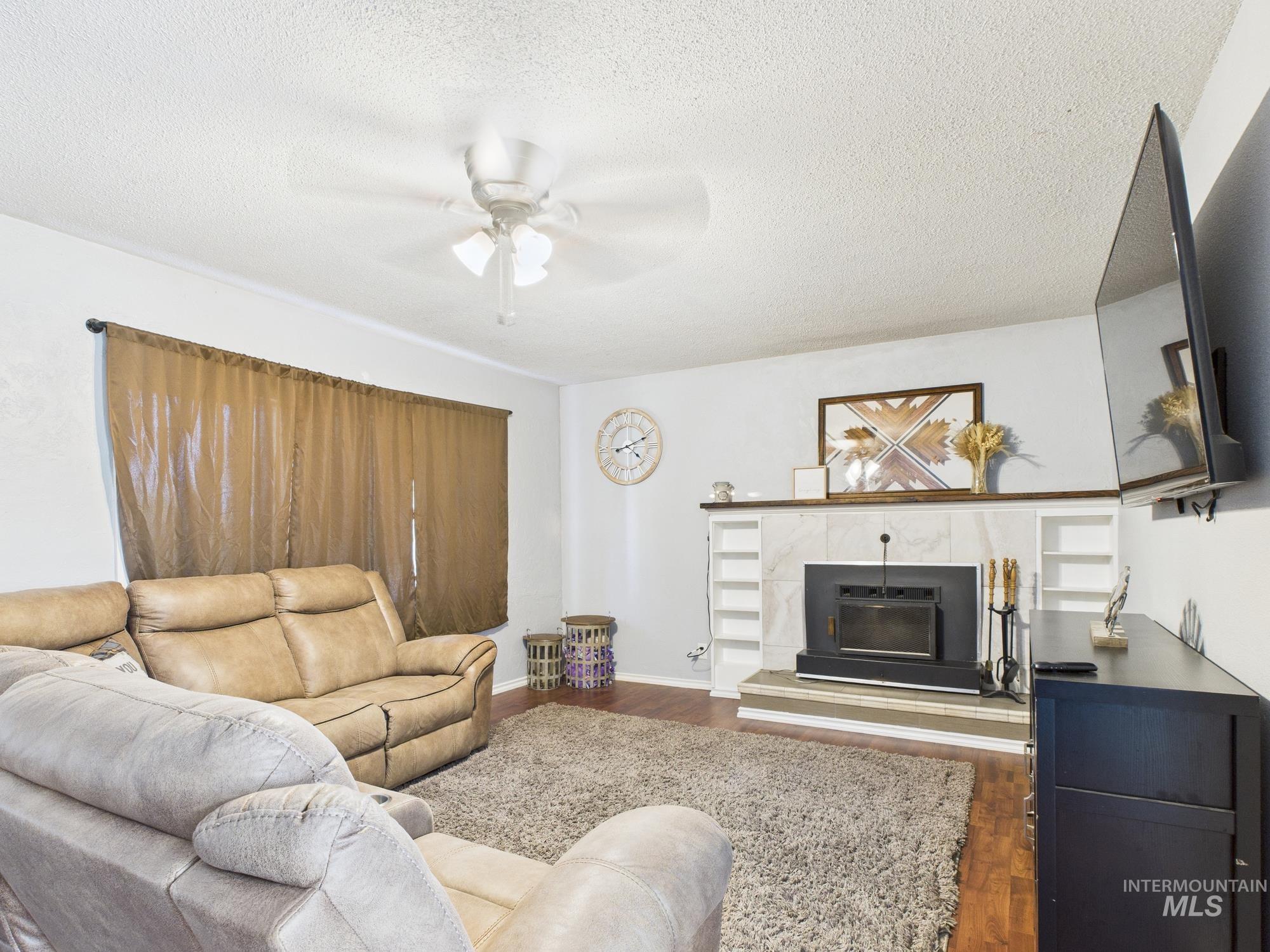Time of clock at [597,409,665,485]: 4:11
